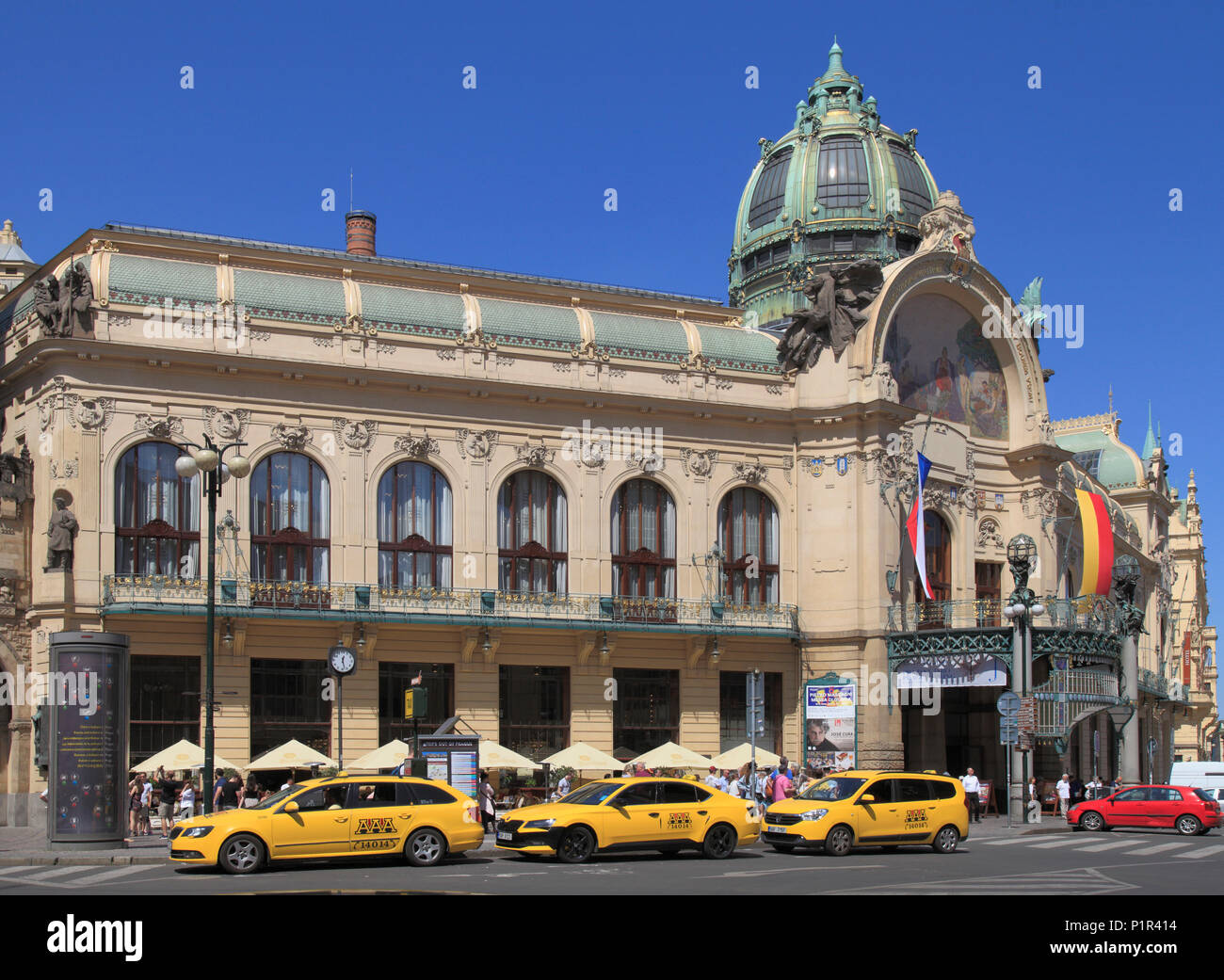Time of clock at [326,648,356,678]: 12:27
